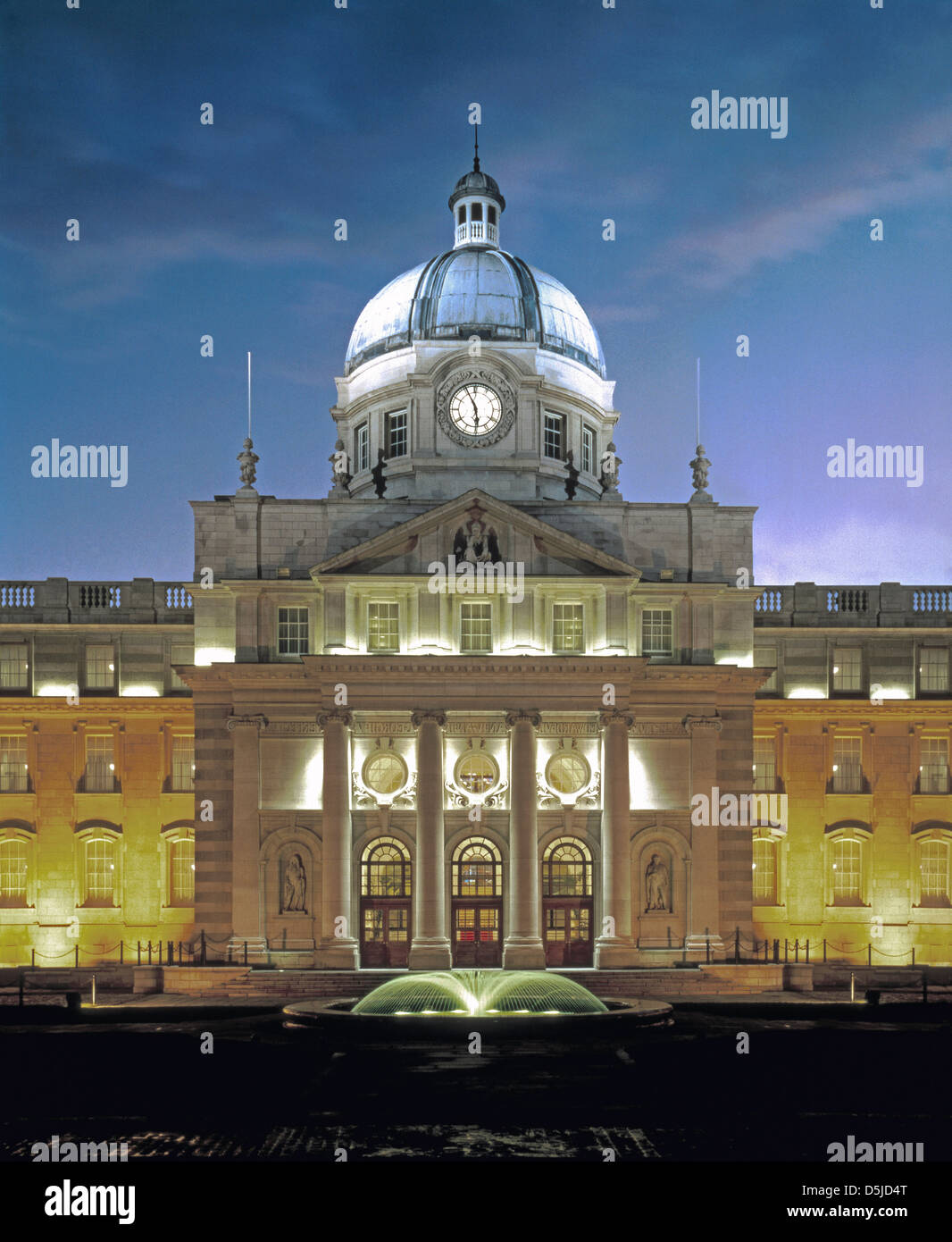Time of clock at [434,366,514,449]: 5:55
